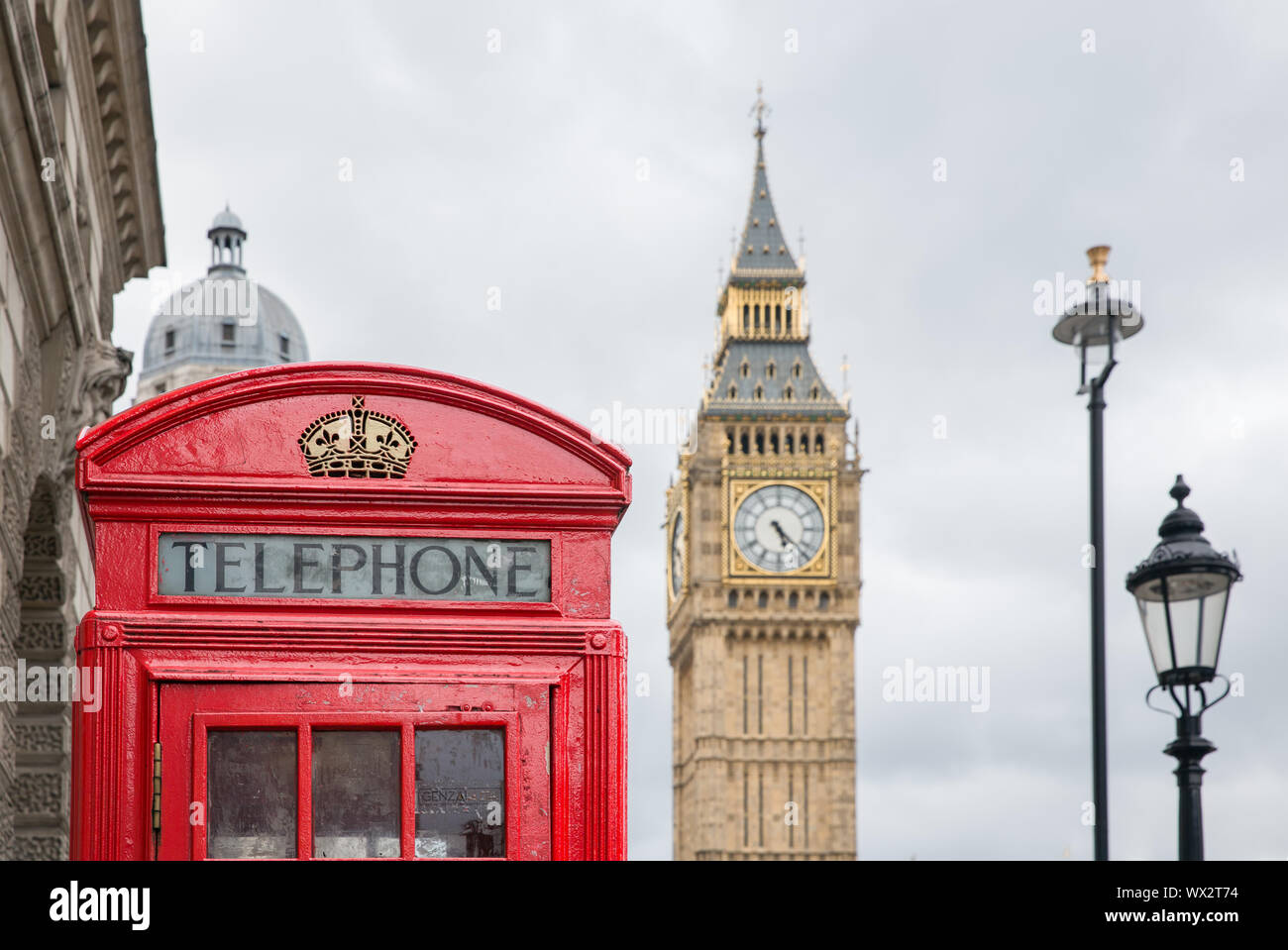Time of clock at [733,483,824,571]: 5:22
